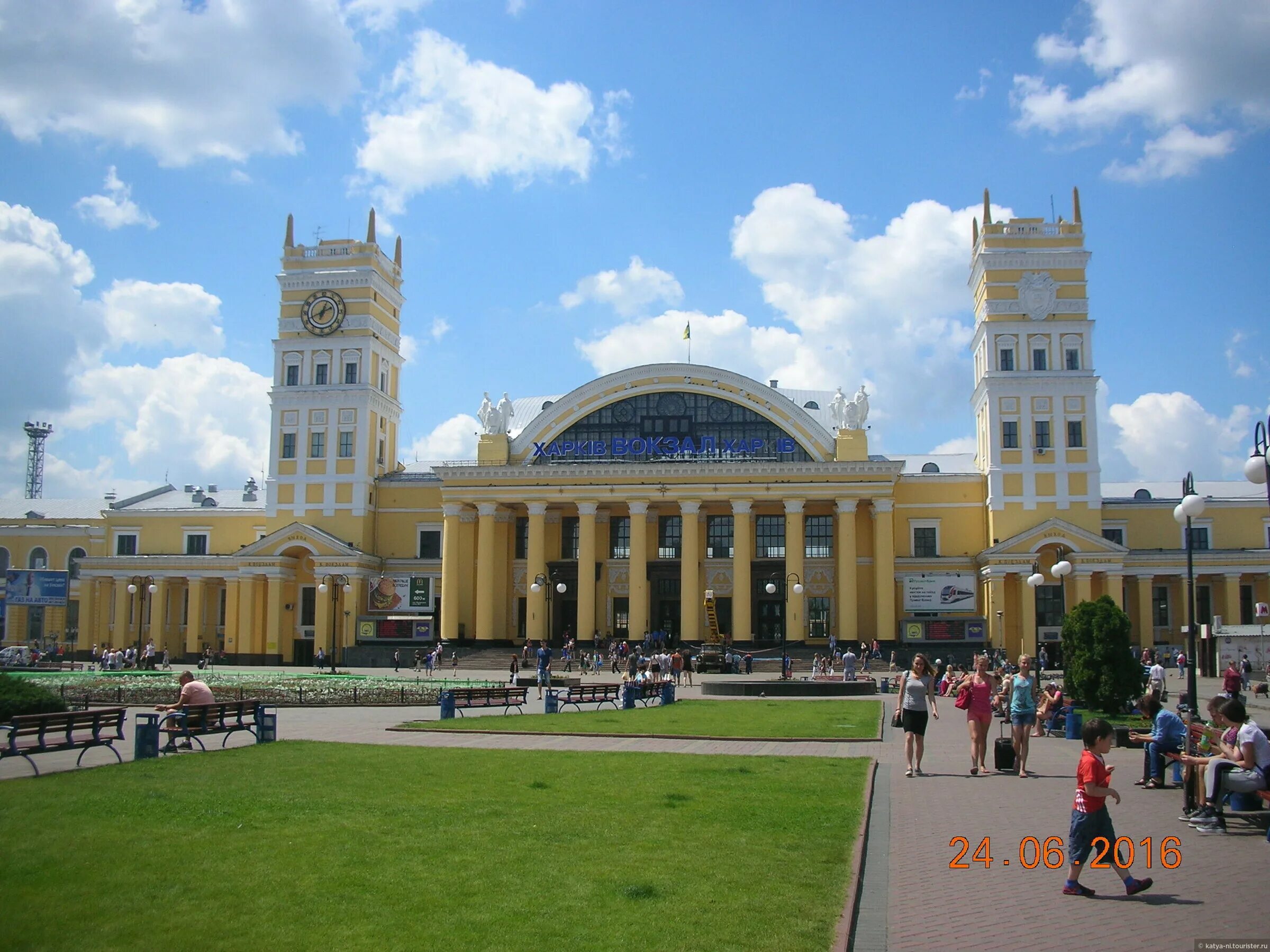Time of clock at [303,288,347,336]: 12:41
